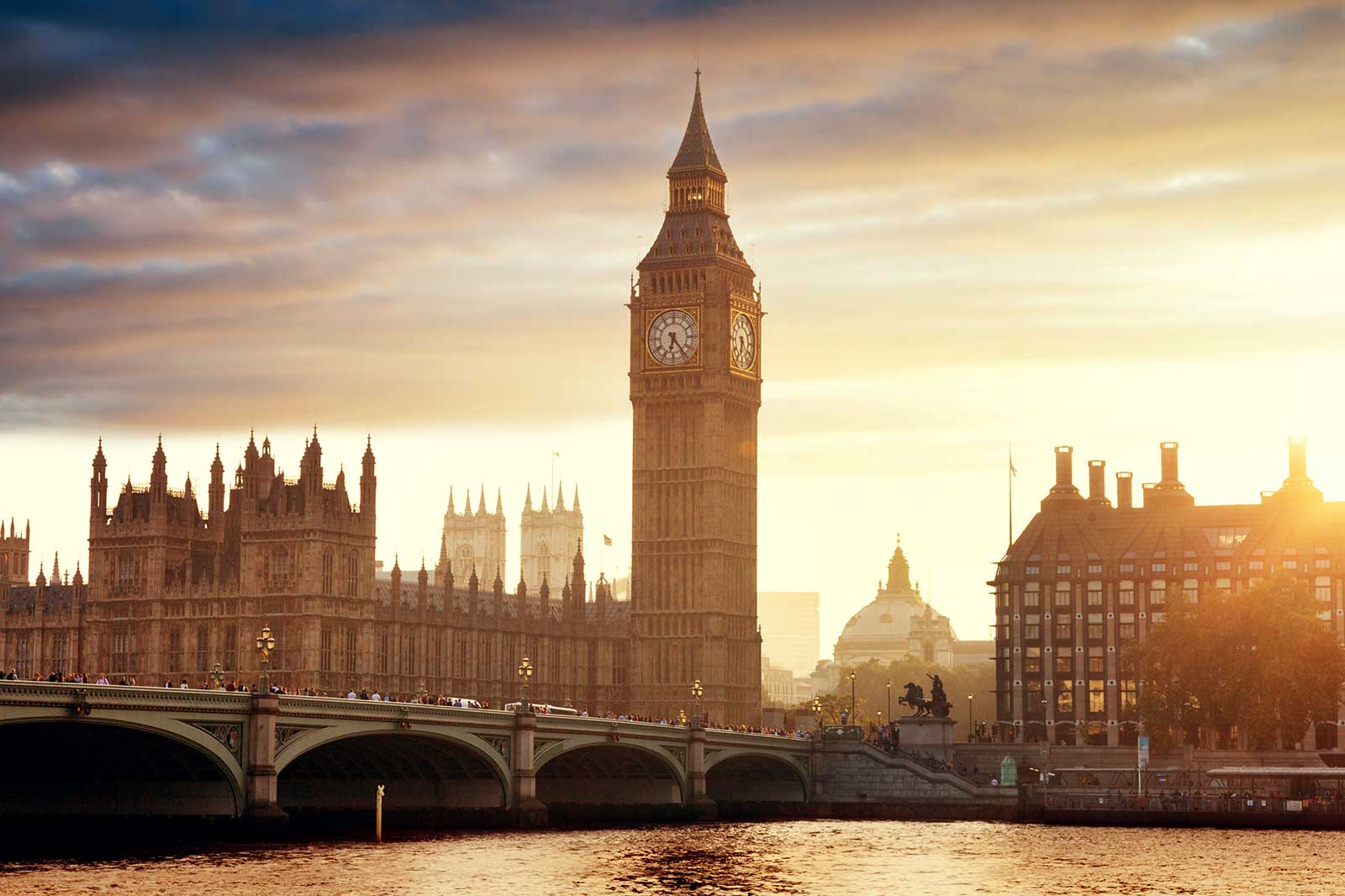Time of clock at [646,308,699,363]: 6:23
